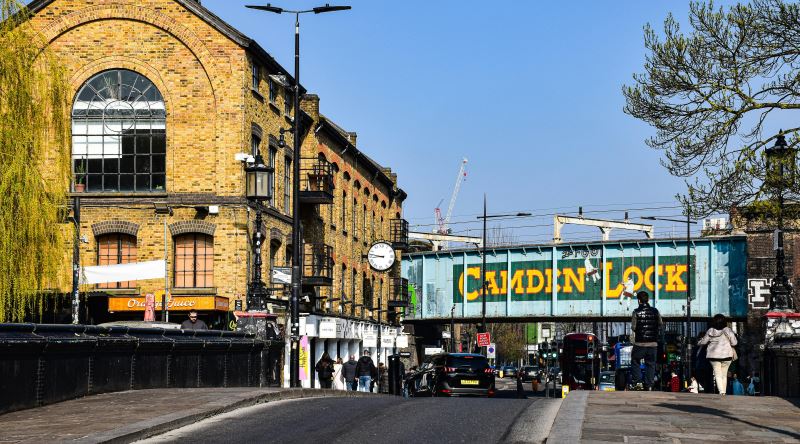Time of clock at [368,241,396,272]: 8:46
